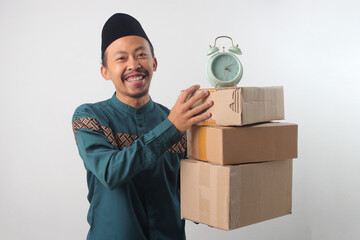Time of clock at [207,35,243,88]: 4:10
